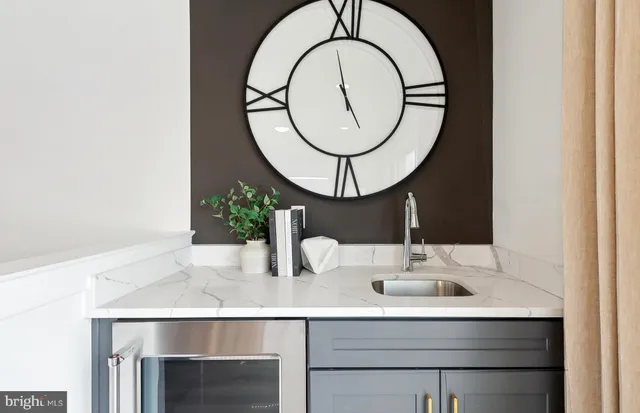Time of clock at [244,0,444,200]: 4:58
